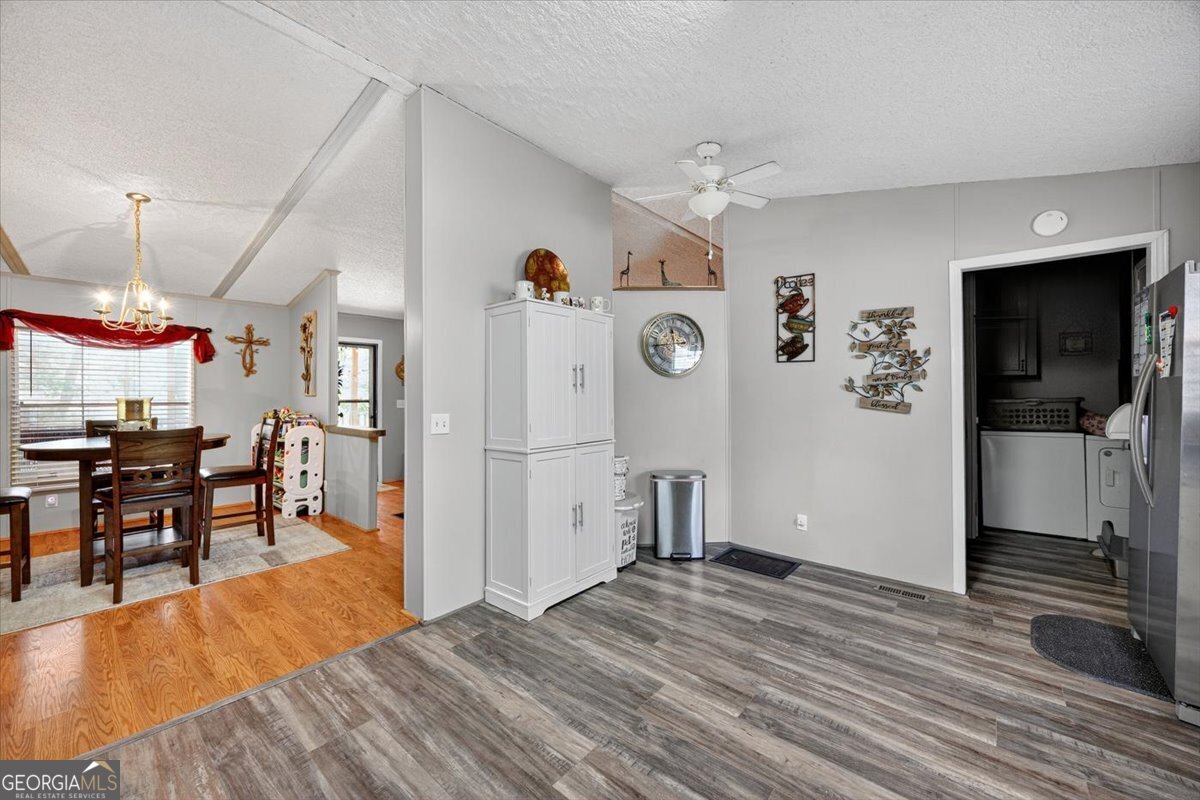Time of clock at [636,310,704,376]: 11:43
